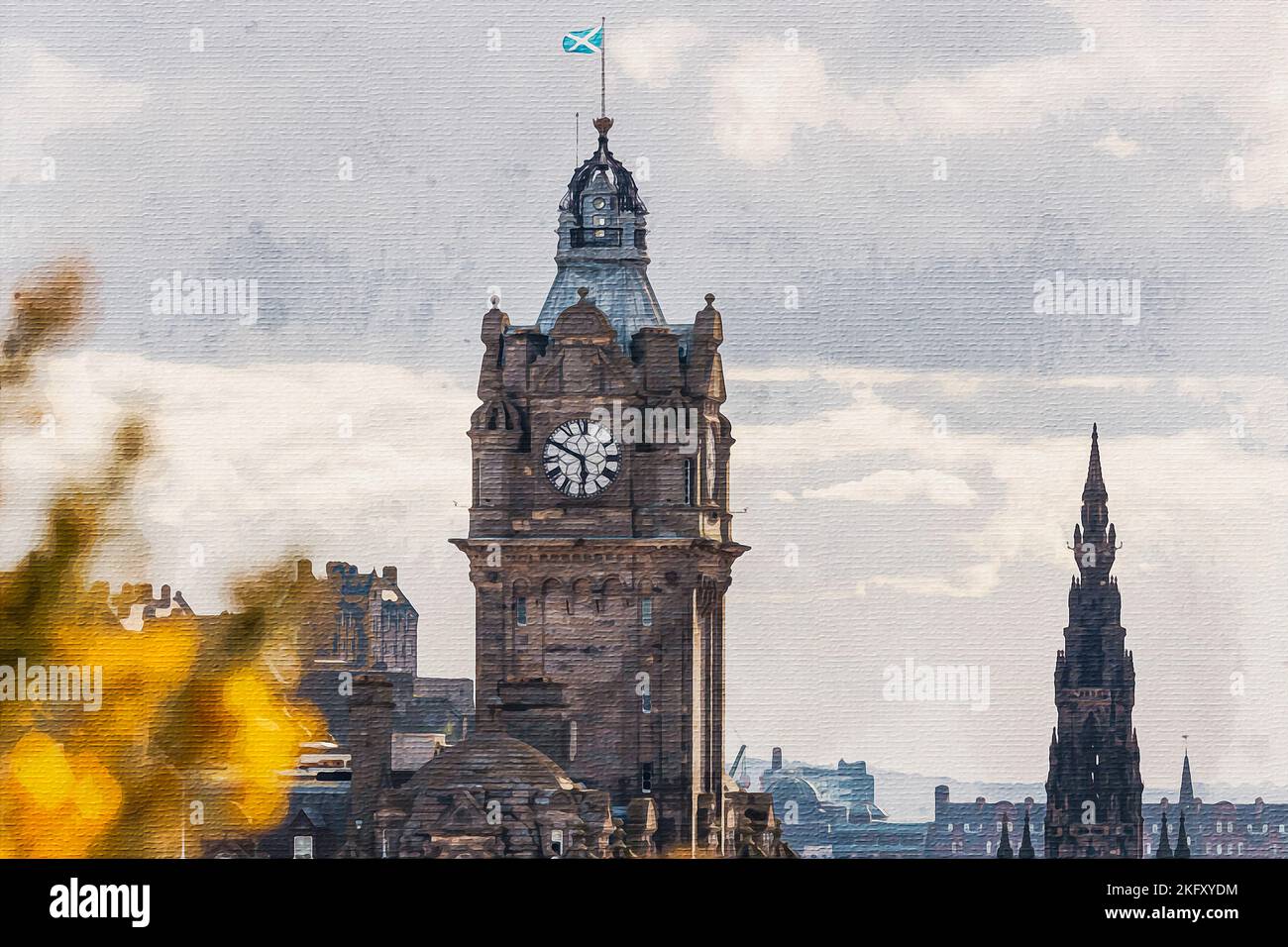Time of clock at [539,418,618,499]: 5:49
